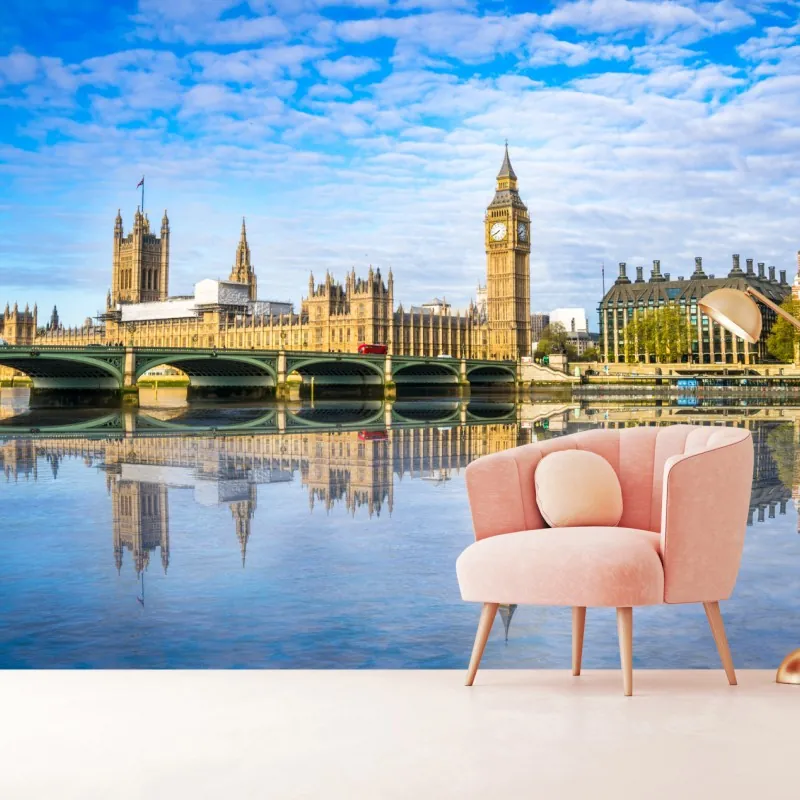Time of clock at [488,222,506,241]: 7:40
